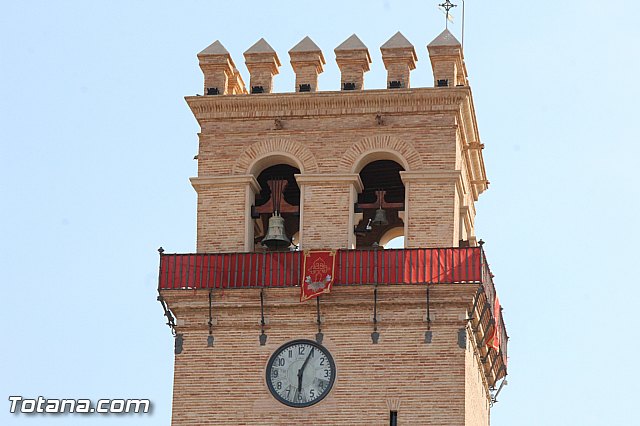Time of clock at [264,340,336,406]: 6:04
